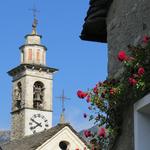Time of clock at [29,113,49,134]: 7:49
